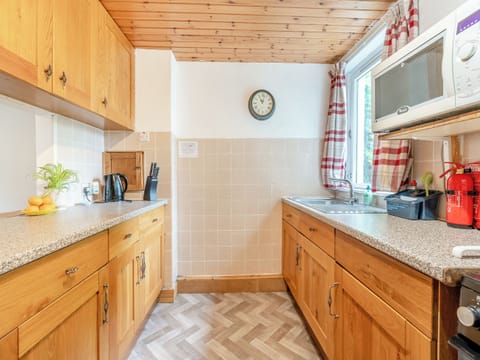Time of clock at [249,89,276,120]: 11:02
